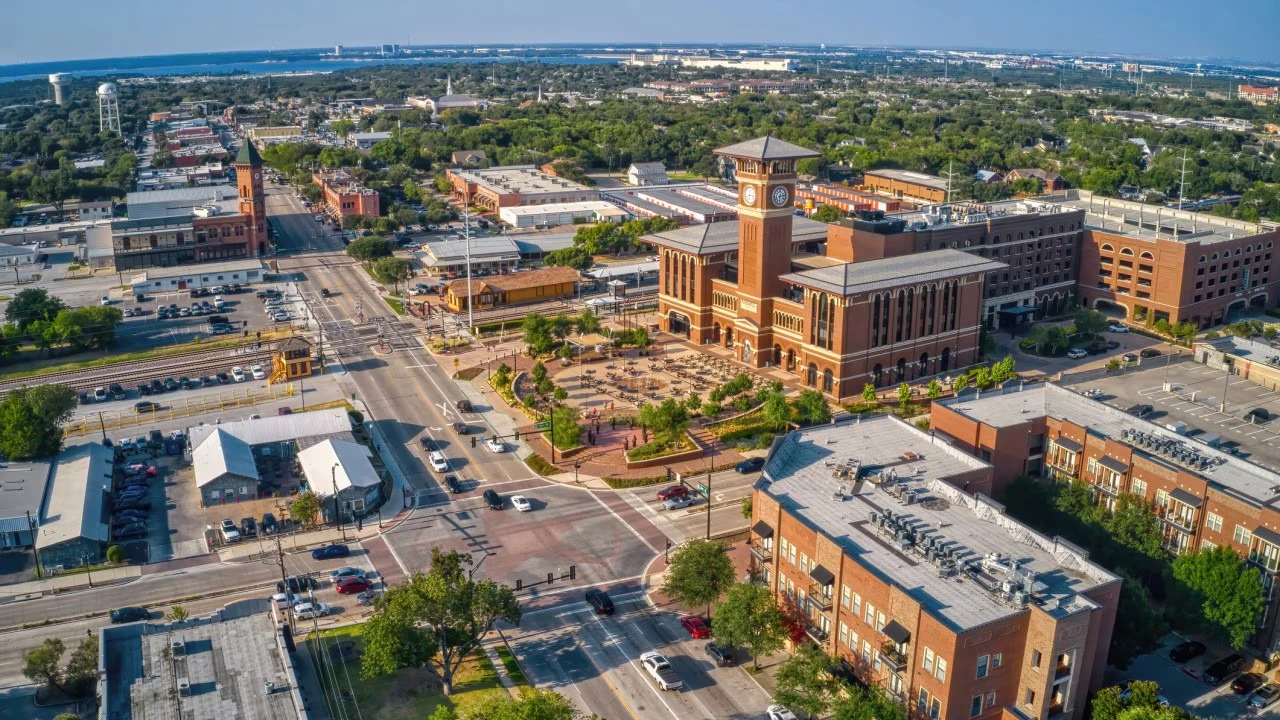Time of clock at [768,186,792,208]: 6:13
